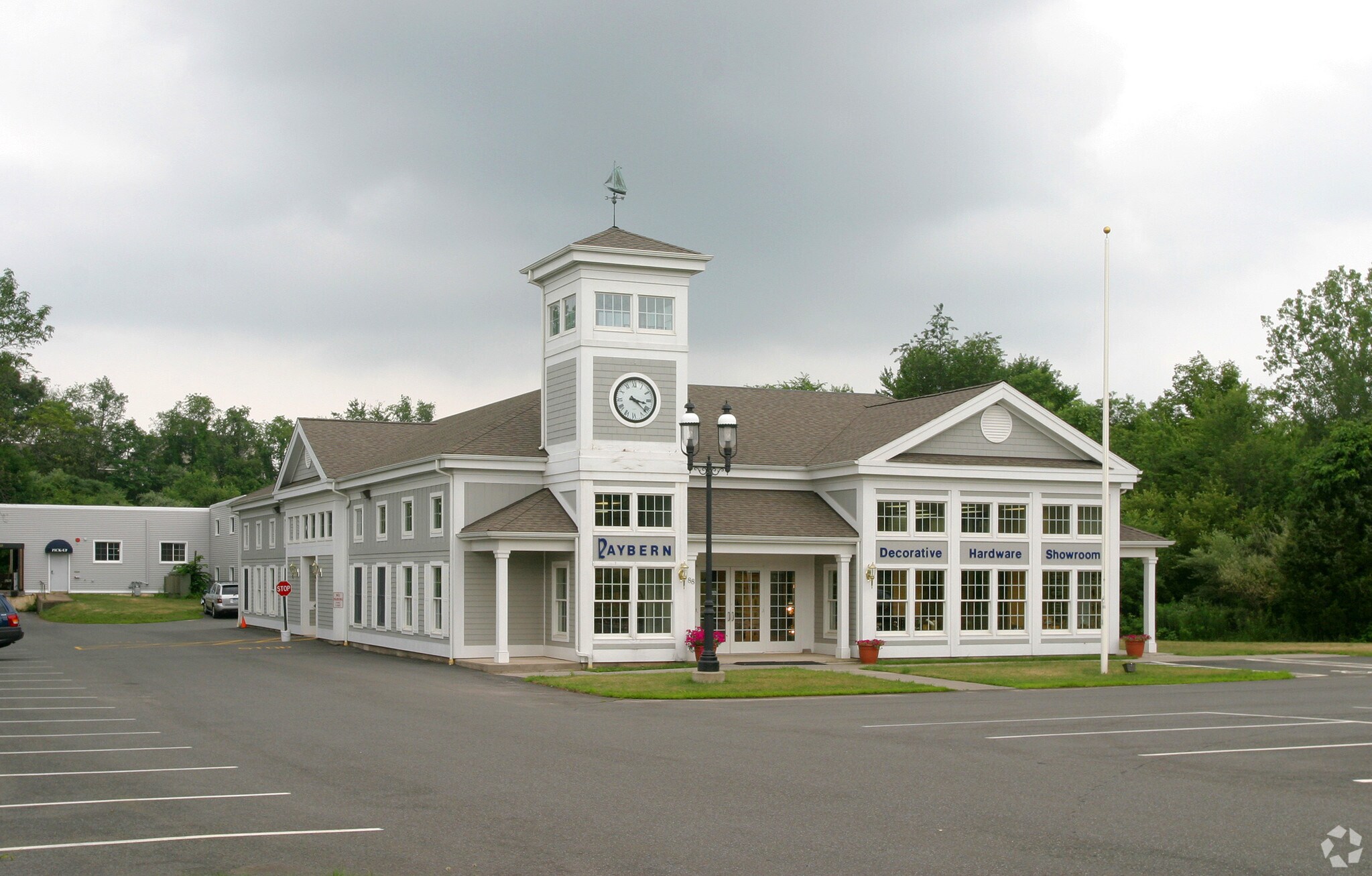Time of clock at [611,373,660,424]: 3:21
